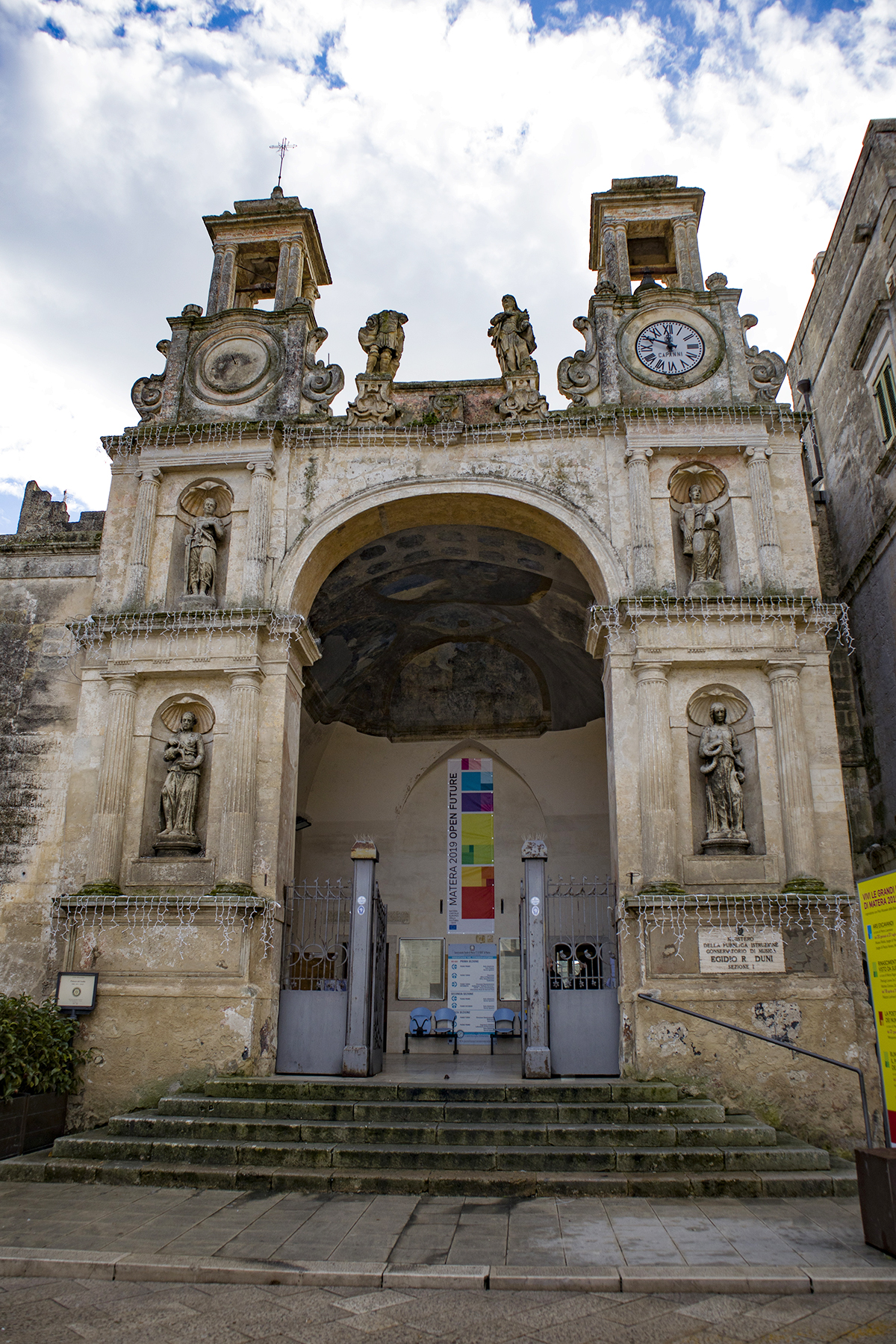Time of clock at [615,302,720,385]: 11:49
